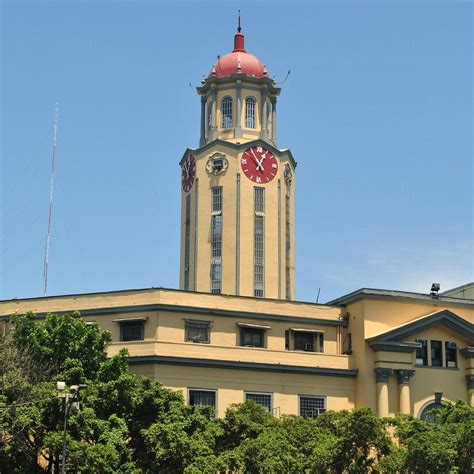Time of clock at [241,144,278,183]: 12:55
